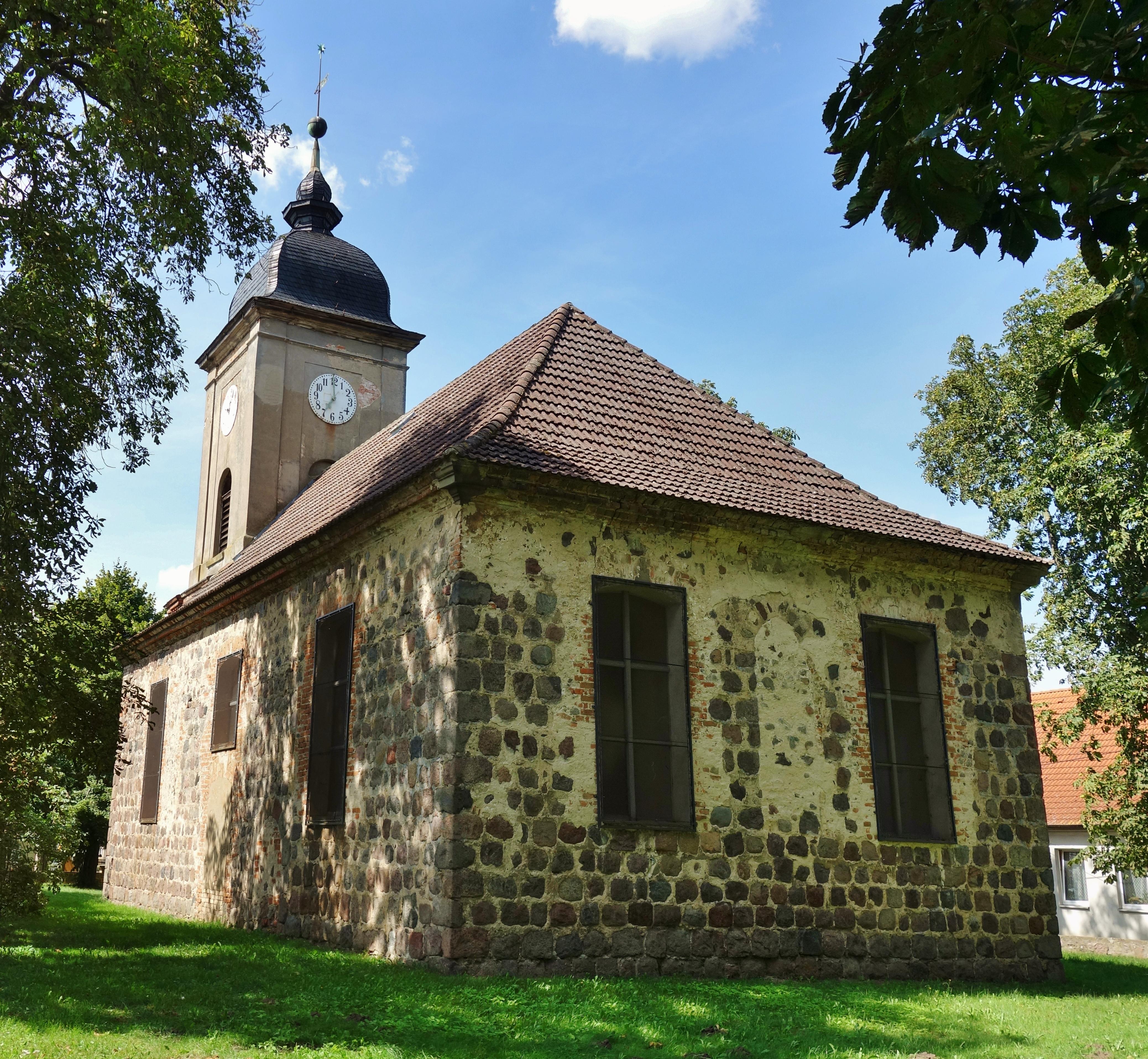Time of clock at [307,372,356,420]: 6:59
